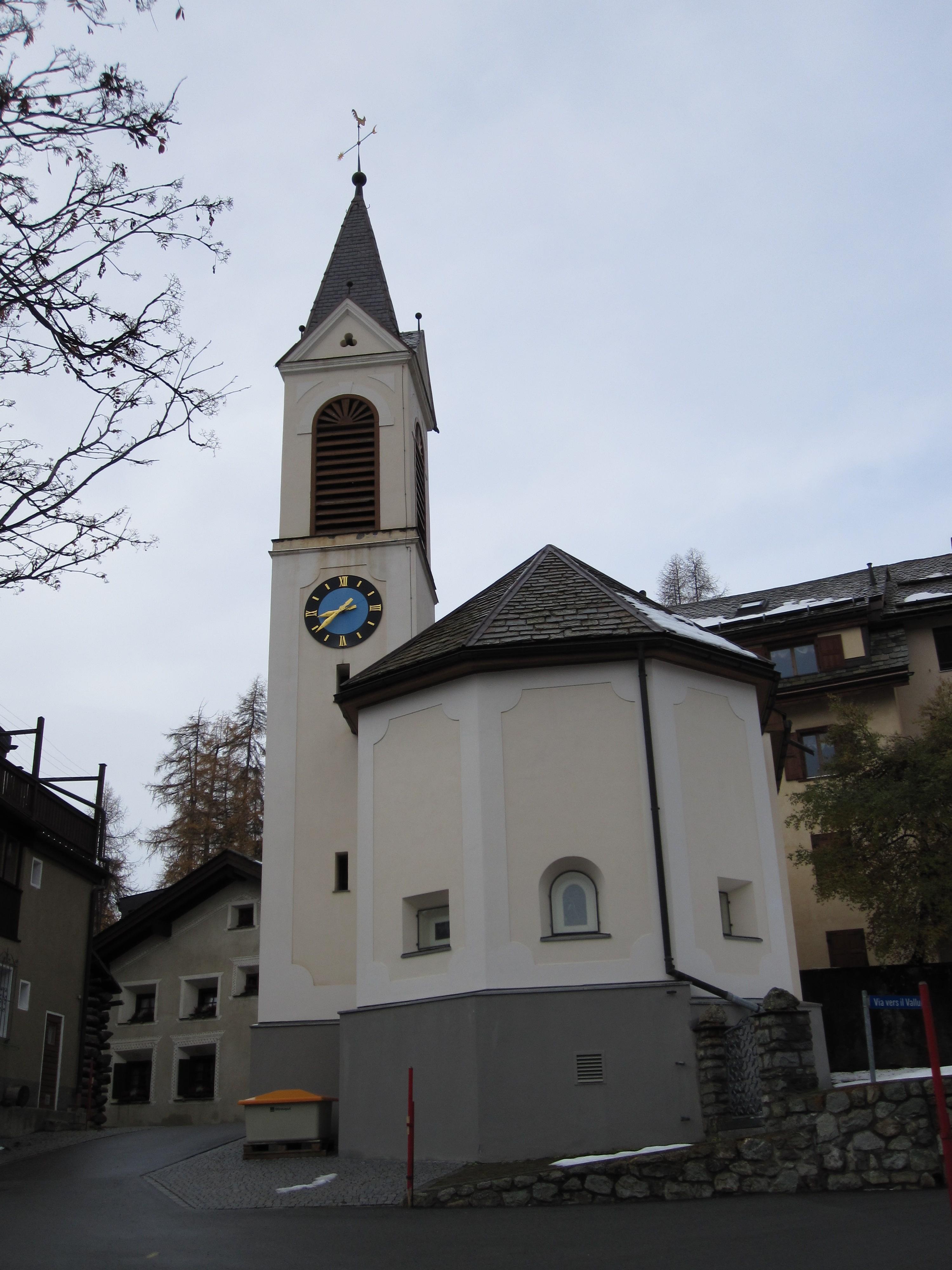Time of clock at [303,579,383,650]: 8:38
